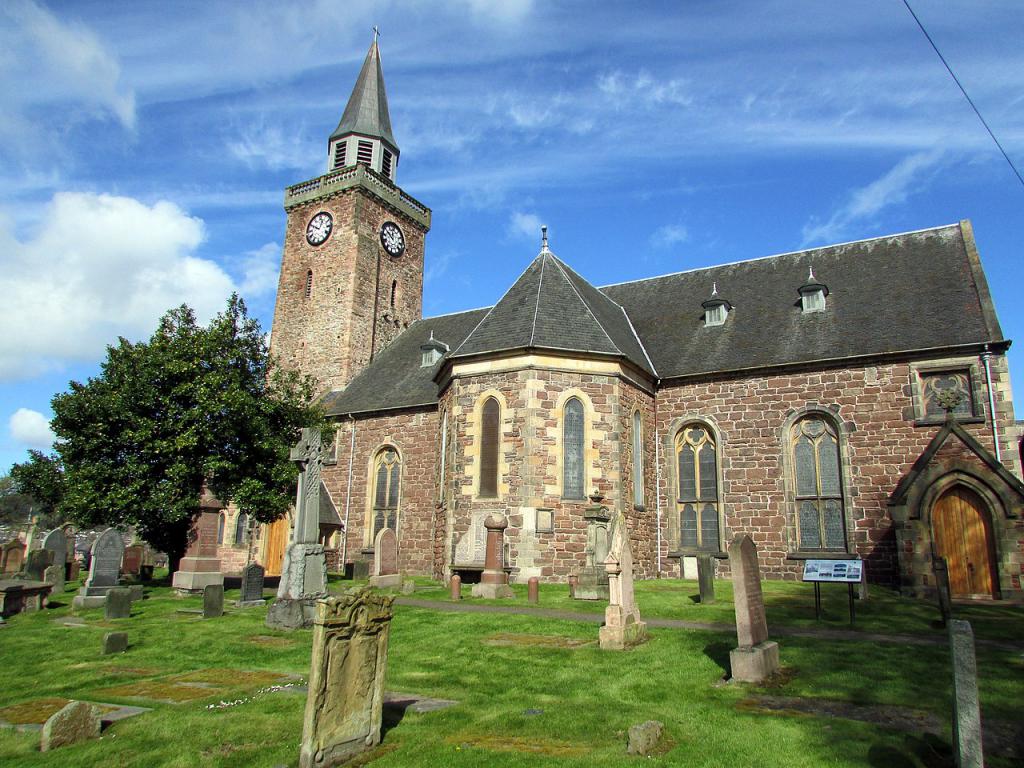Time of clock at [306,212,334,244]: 12:49
